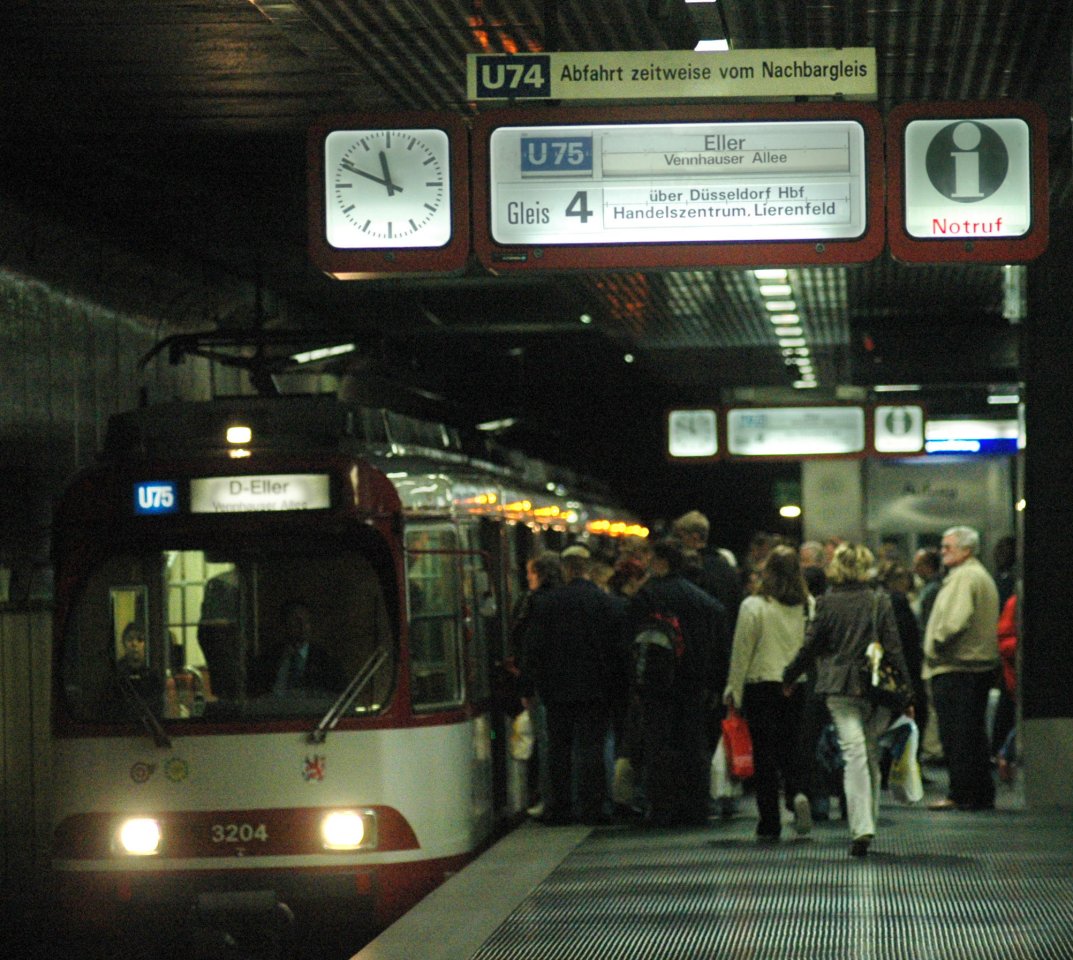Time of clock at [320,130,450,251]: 11:48
